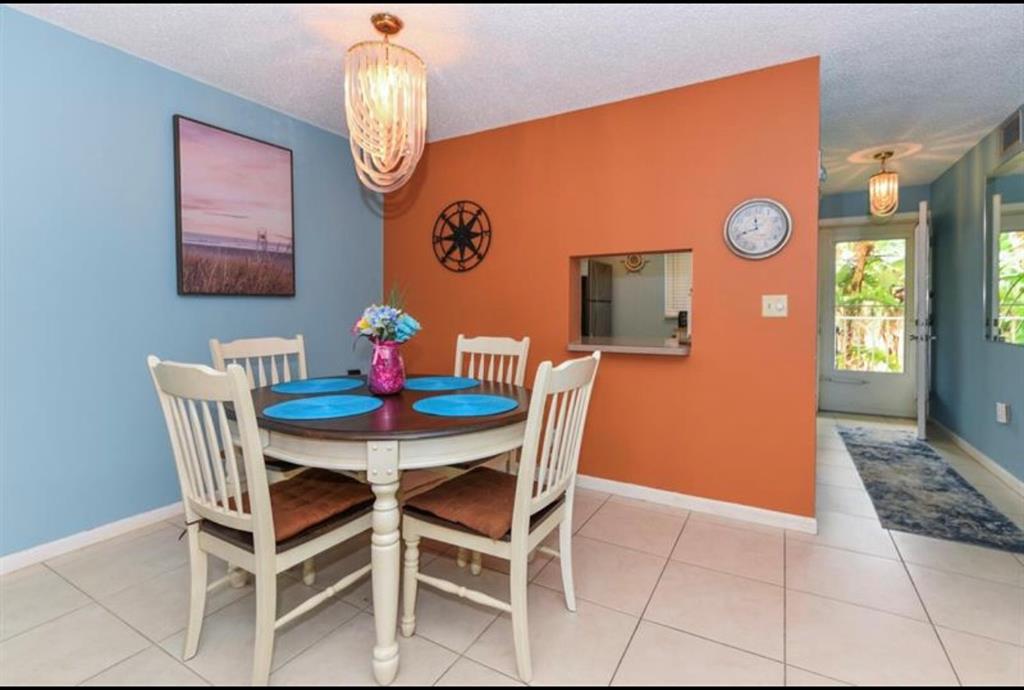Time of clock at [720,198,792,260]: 11:41
